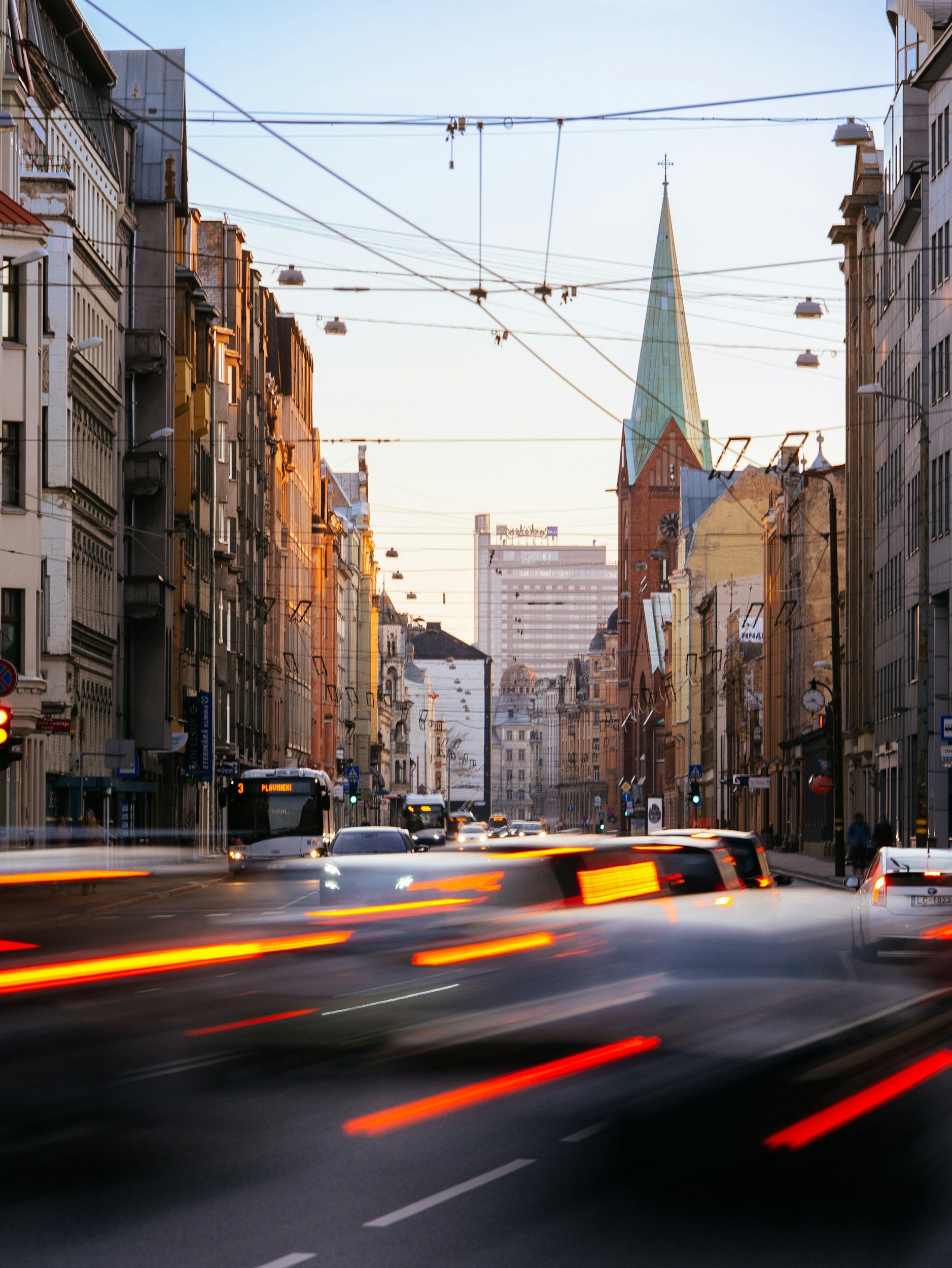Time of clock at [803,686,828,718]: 8:21
